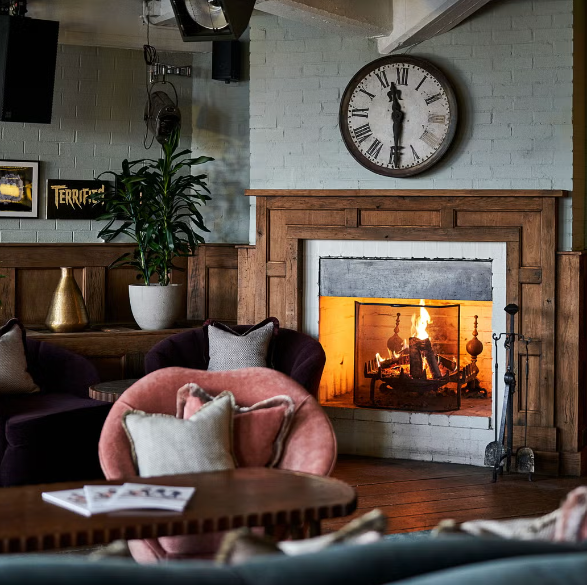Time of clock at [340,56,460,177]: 11:29
